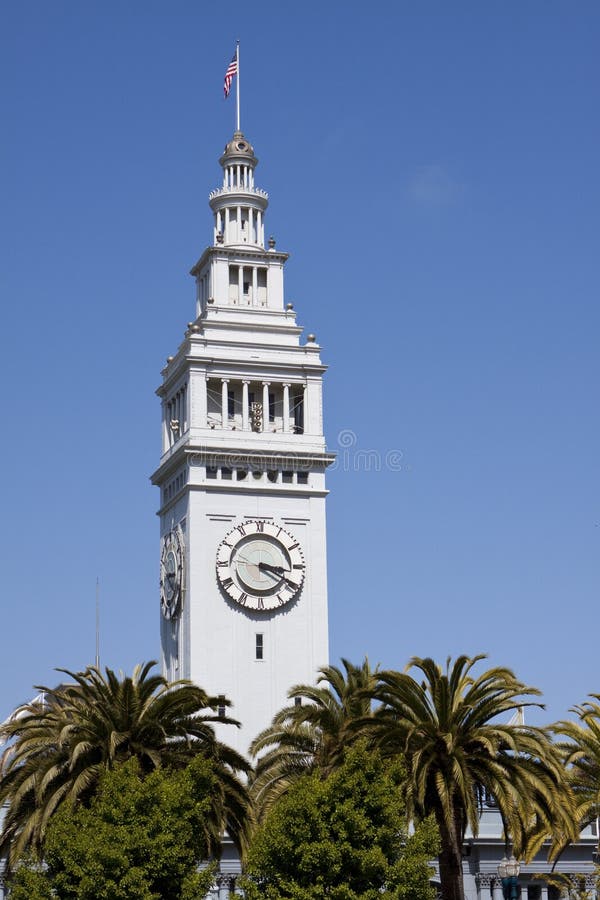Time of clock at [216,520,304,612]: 3:19
